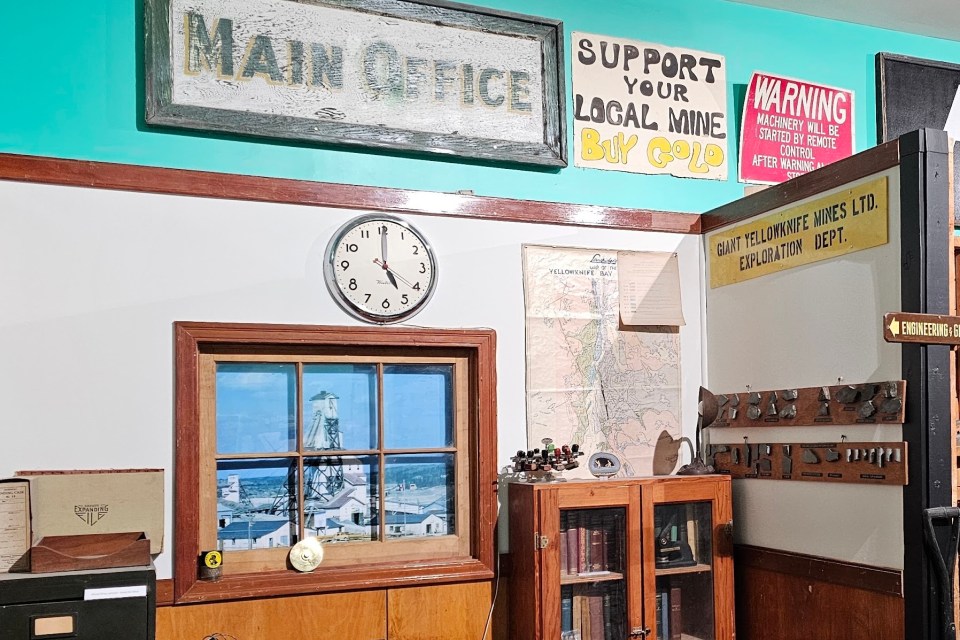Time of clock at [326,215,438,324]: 5:00
